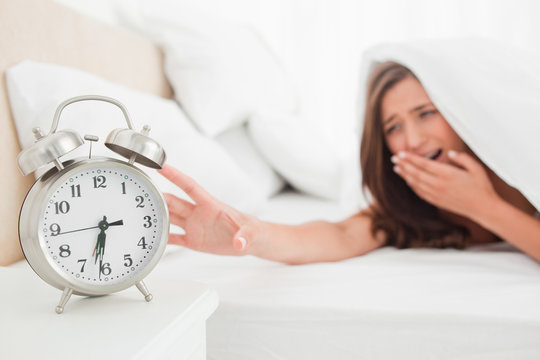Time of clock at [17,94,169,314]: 6:31
